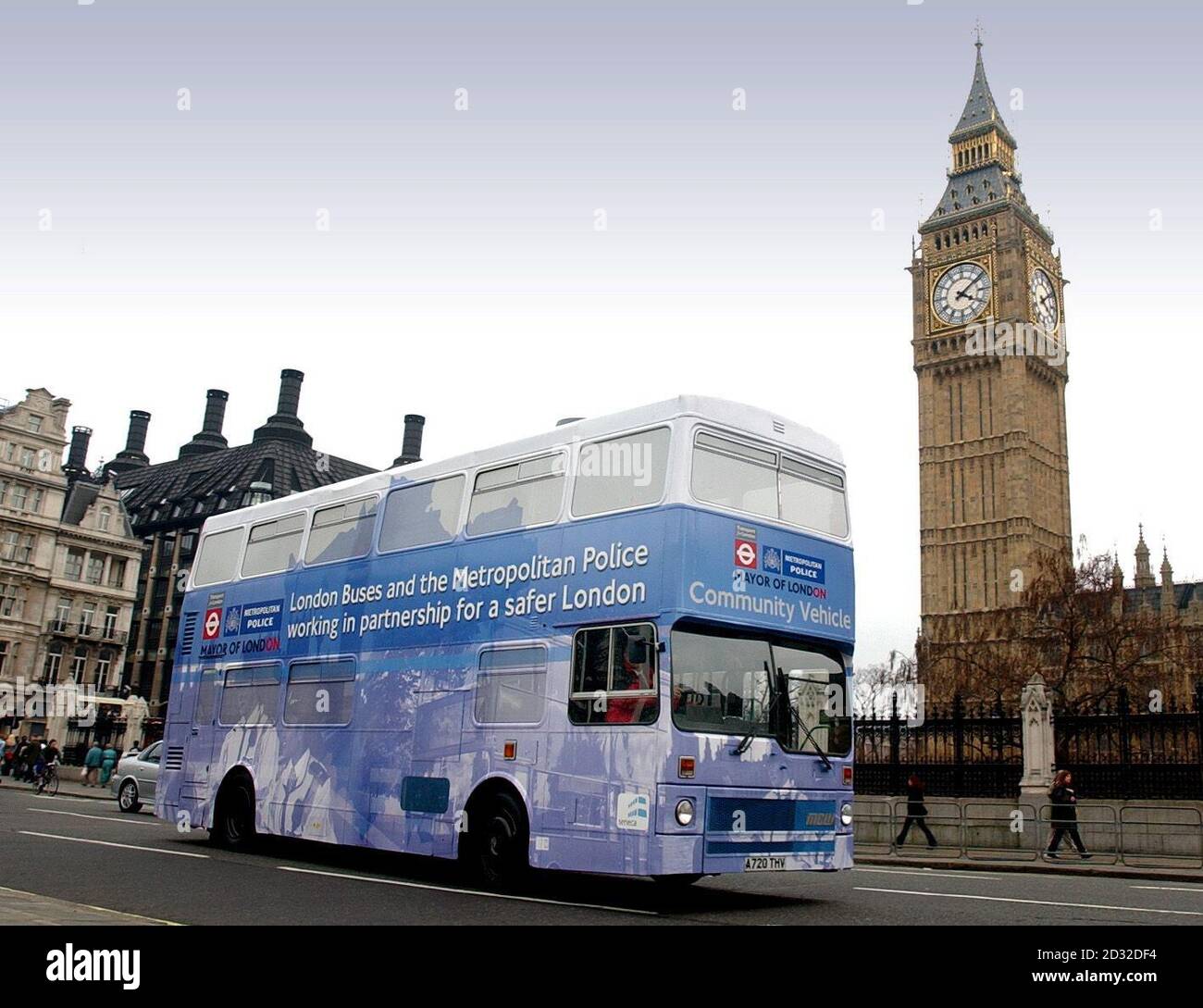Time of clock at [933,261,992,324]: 4:09
